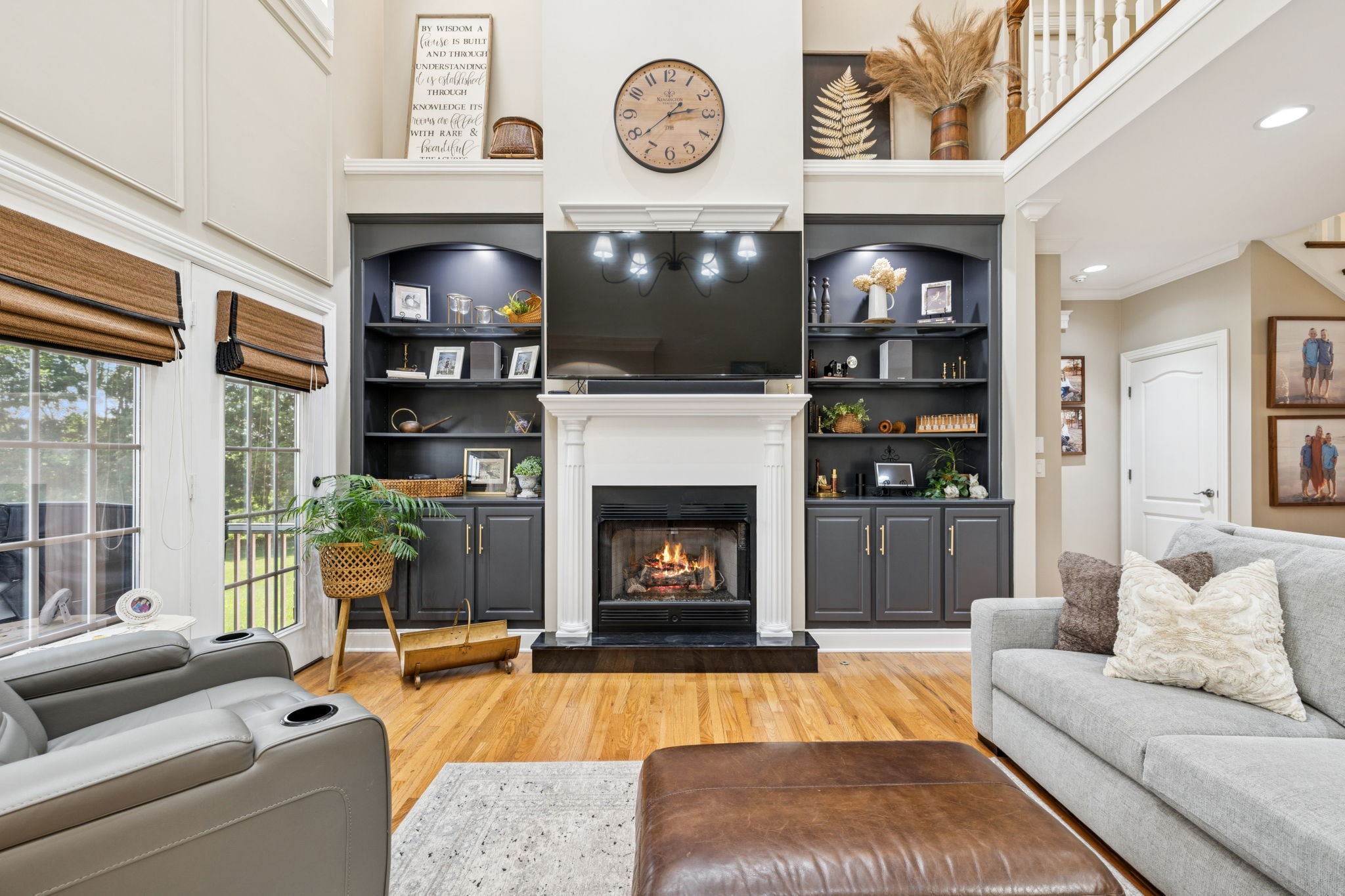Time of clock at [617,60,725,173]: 2:38
